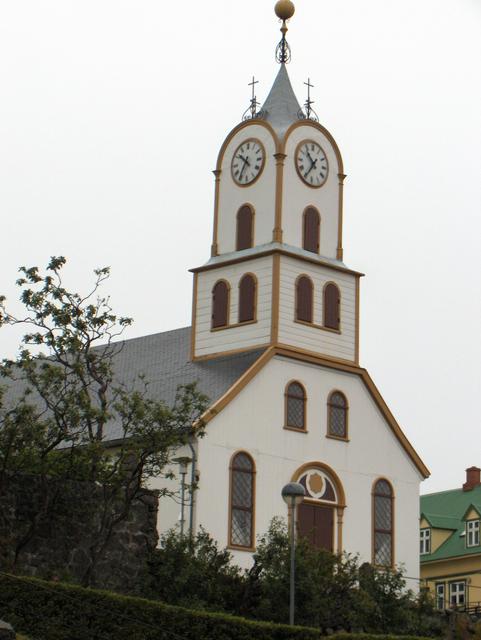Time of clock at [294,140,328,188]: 10:35
